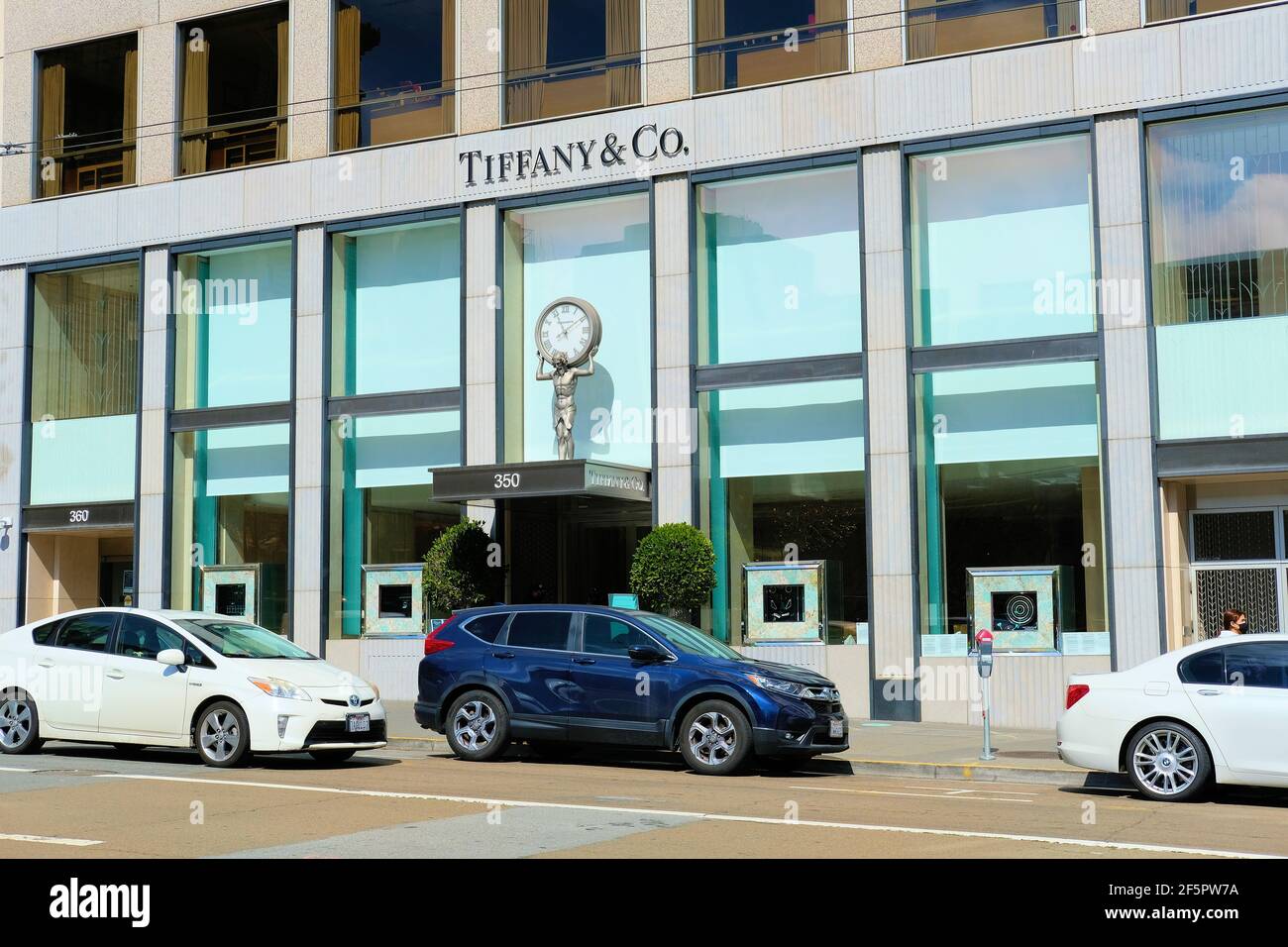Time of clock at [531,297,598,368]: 11:09
